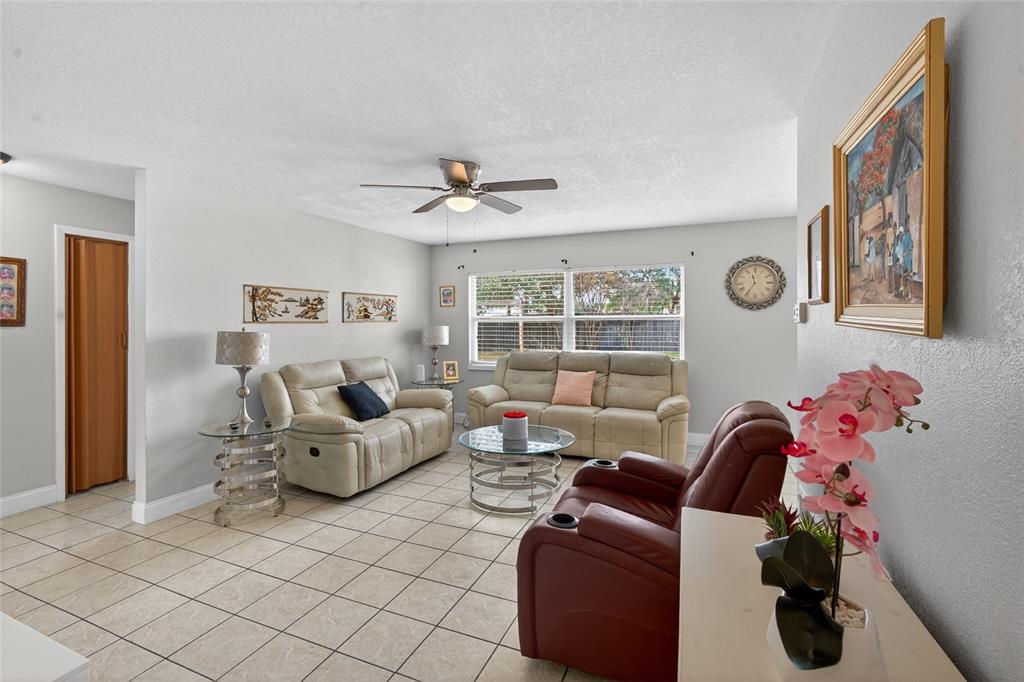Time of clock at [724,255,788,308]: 11:35
